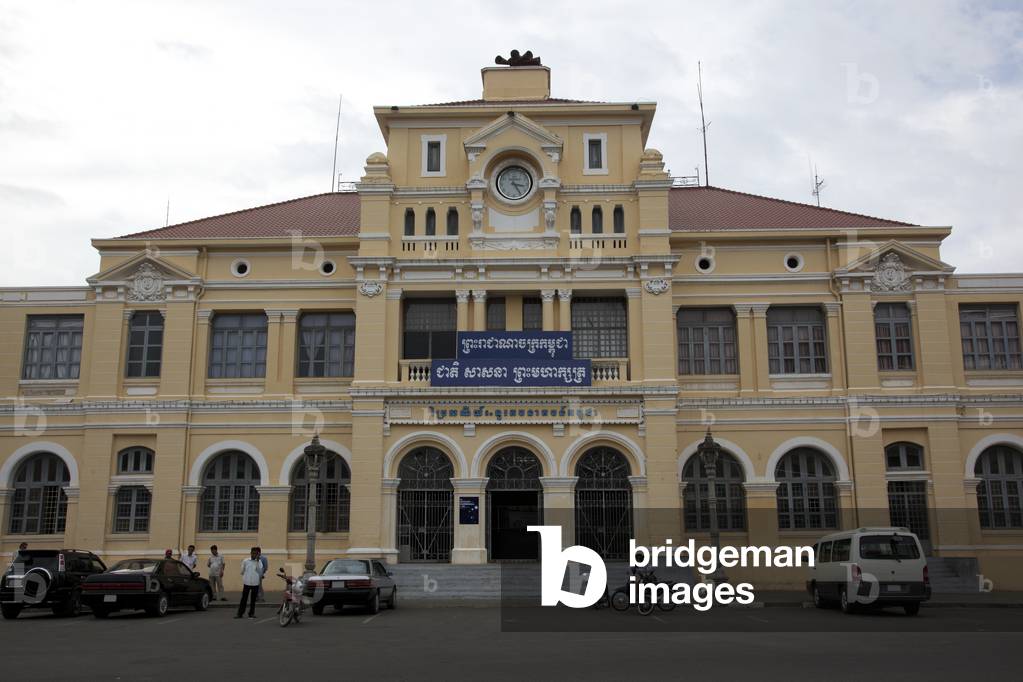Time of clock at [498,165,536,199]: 3:24
